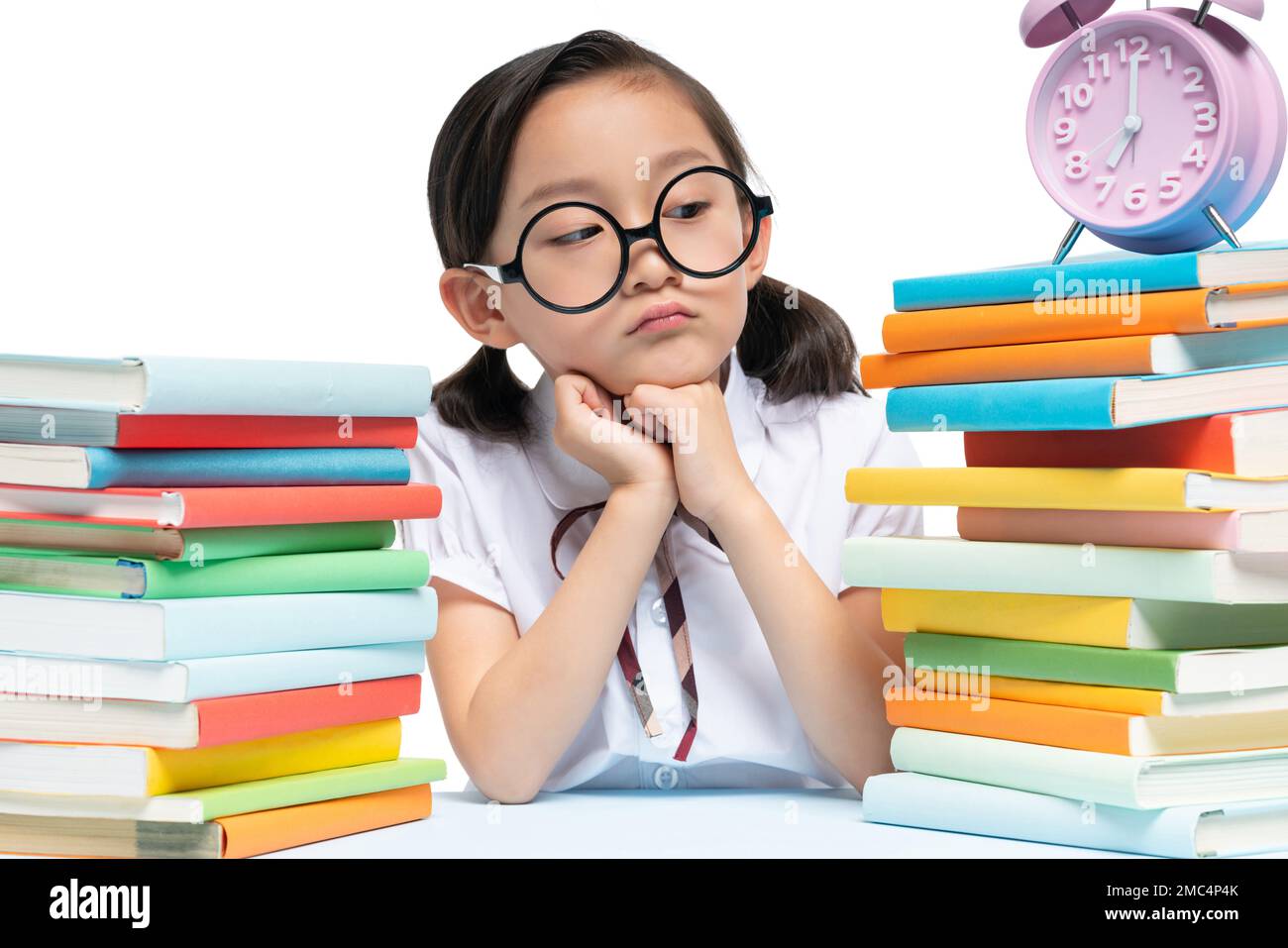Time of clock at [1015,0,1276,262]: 7:00
